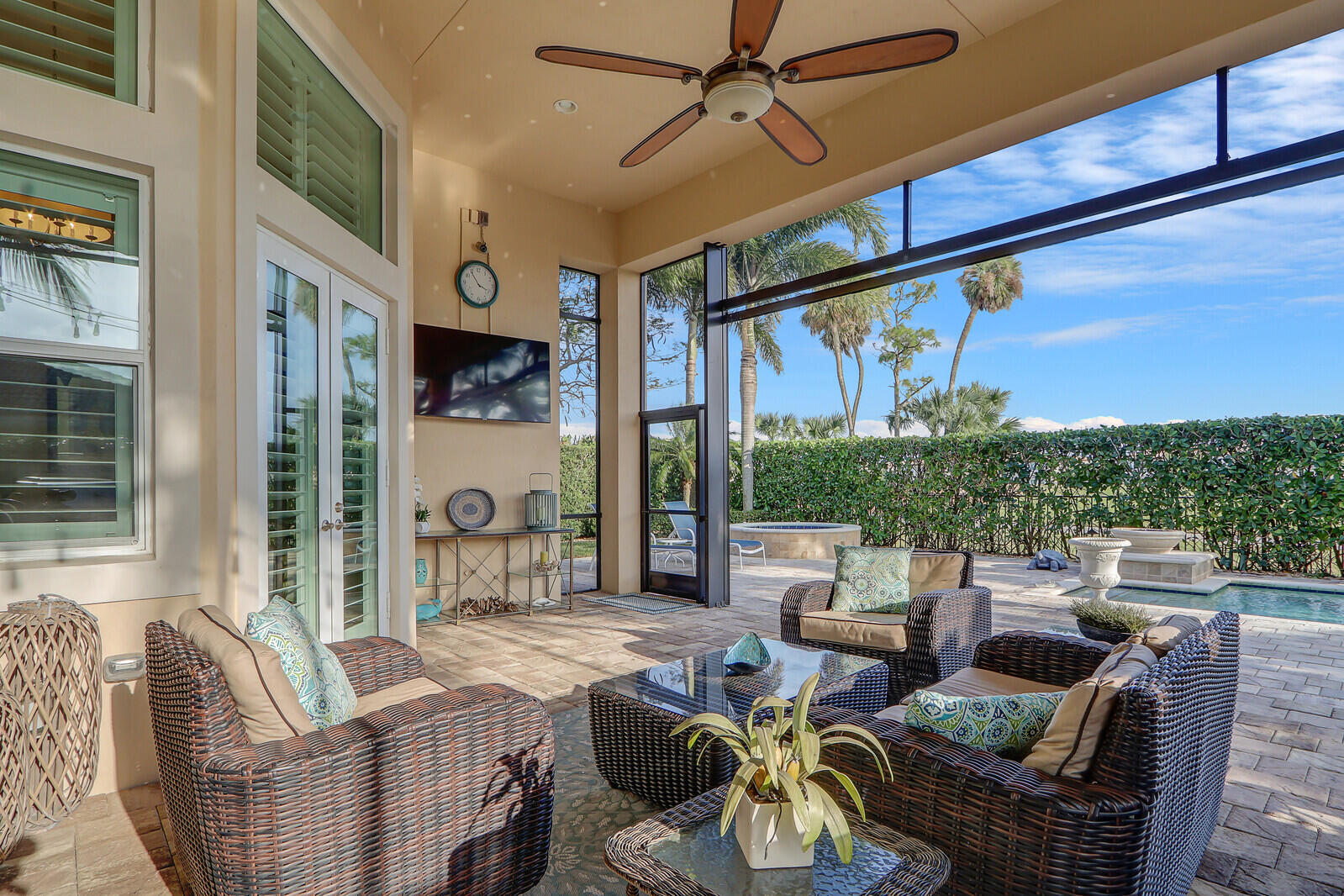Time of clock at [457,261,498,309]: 3:54
